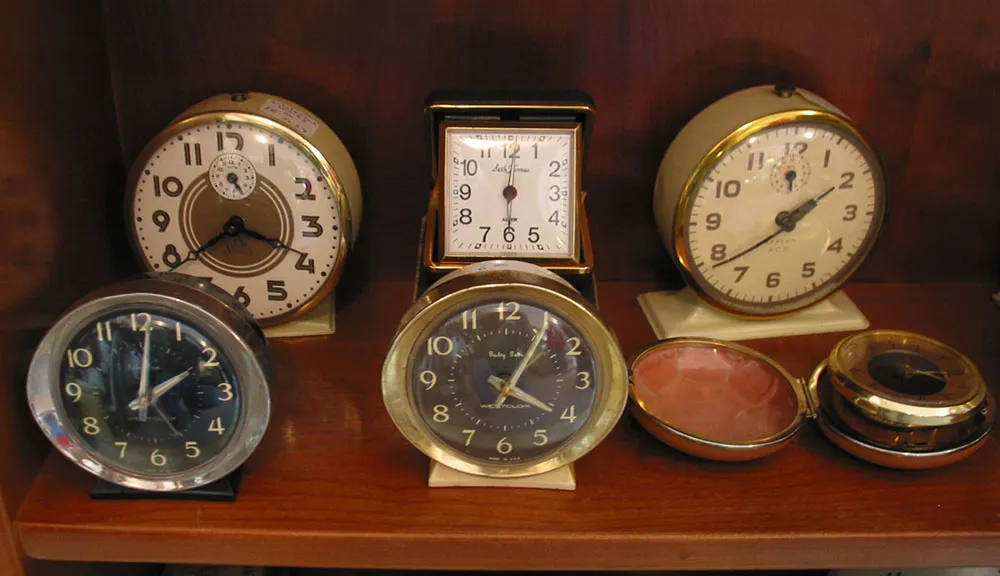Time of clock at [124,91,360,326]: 3:39
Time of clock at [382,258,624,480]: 4:05
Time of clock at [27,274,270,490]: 2:01
